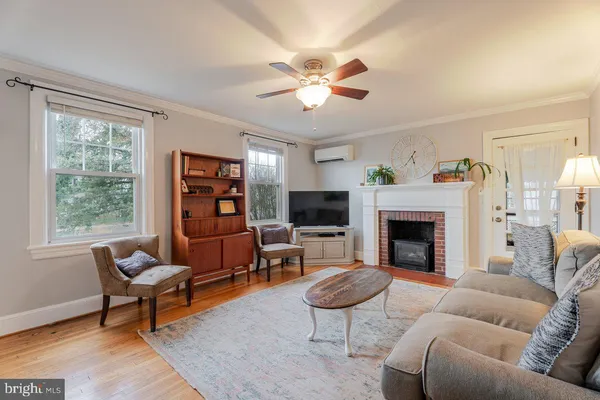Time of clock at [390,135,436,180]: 5:37
